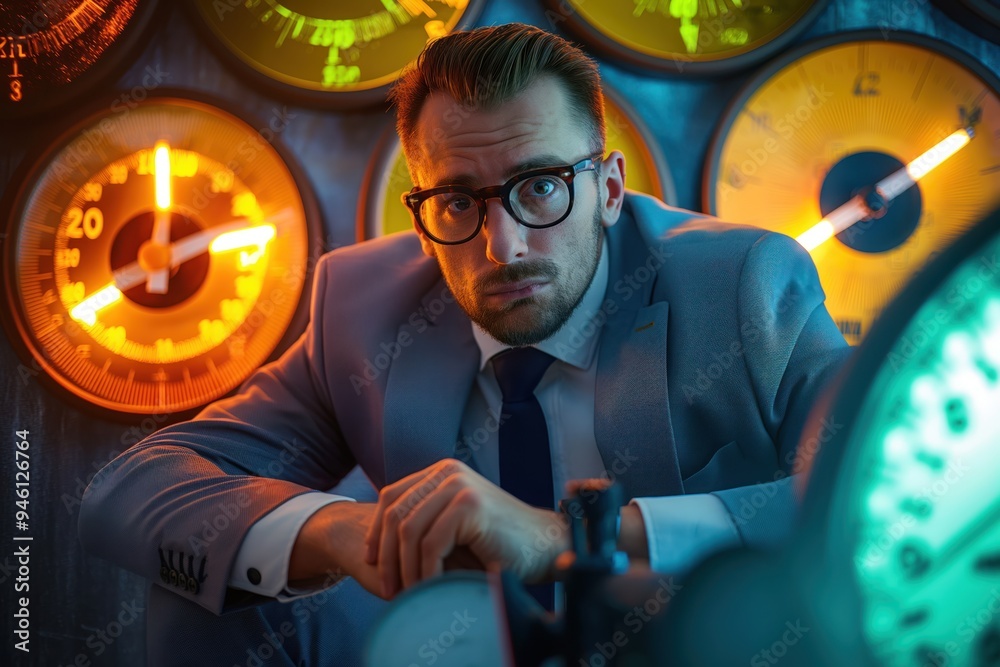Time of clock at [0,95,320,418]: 12:13
